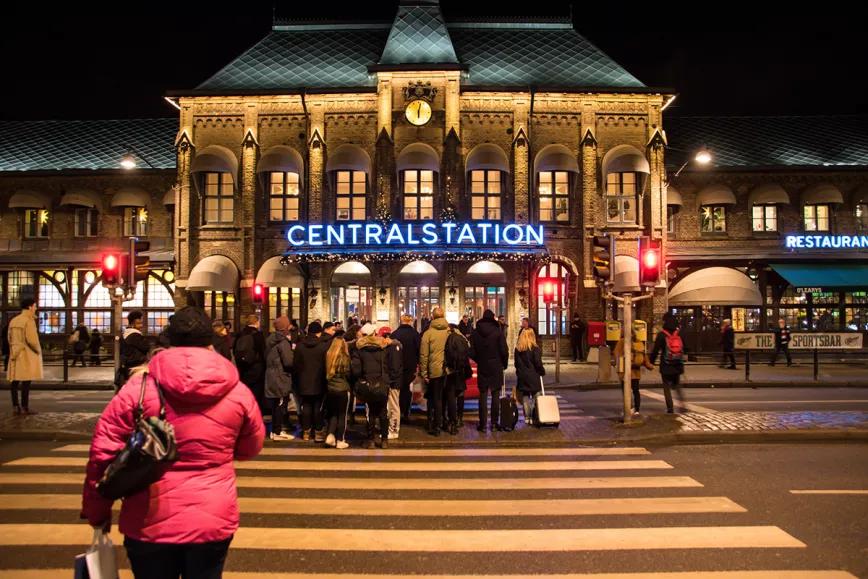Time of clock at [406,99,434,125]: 6:02
